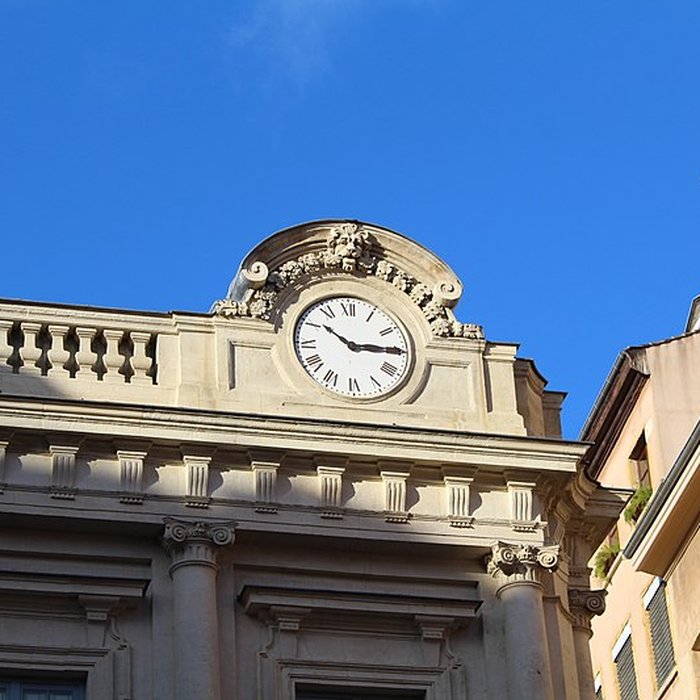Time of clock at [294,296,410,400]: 10:14
